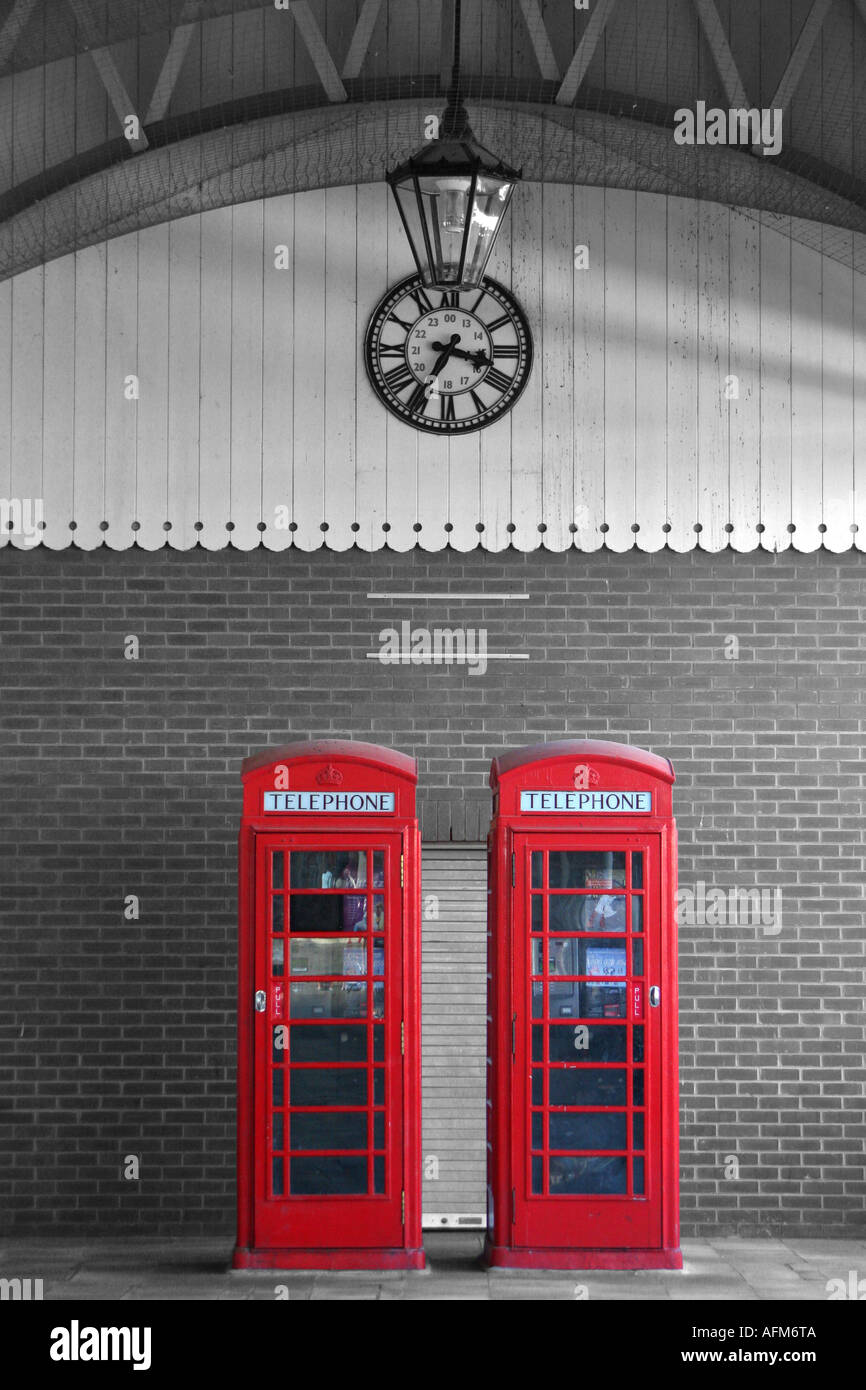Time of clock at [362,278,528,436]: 3:34
